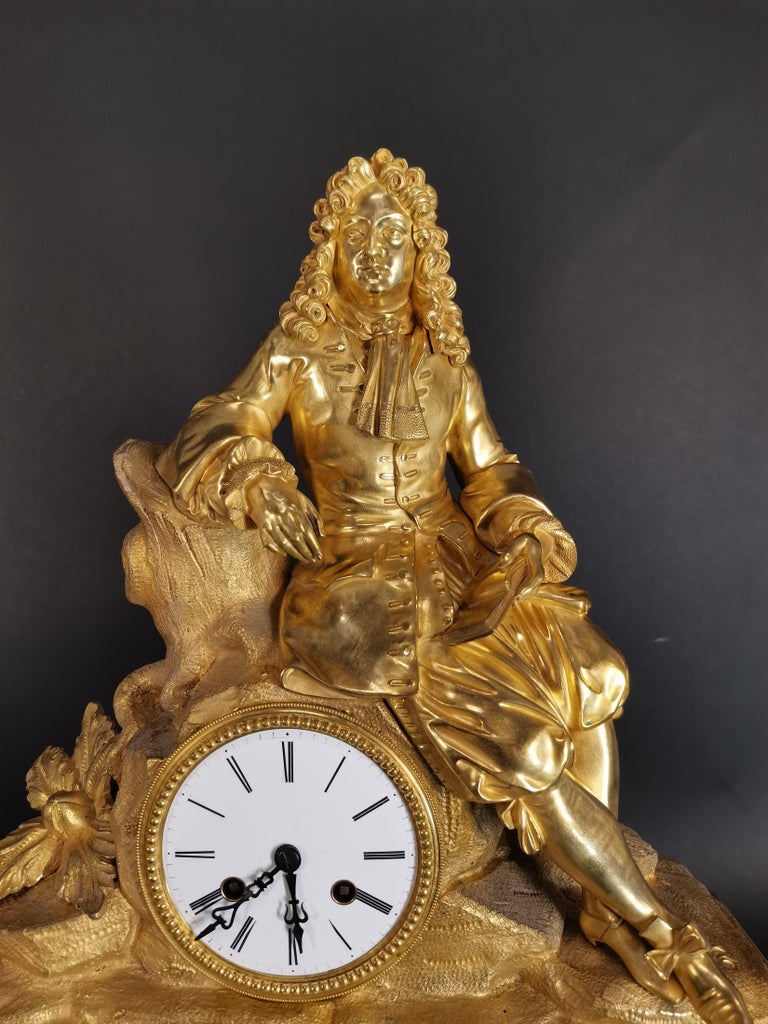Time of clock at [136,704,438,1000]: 7:29
